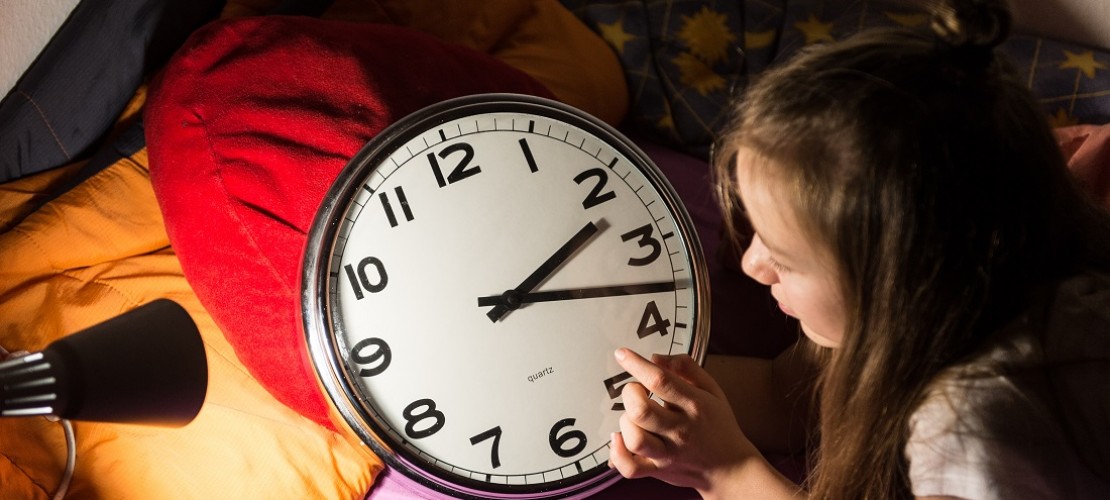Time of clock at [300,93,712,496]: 2:18
